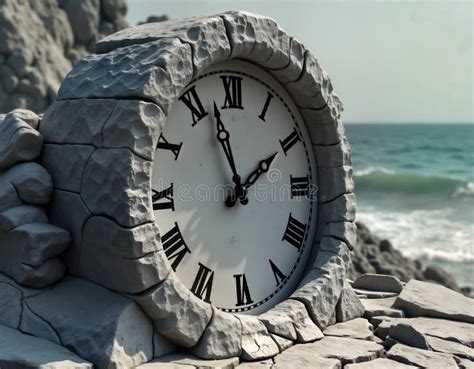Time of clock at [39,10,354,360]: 1:57
